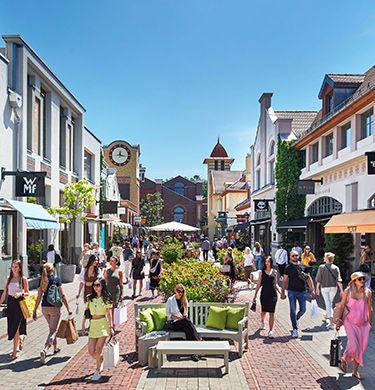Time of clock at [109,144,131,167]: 12:16
